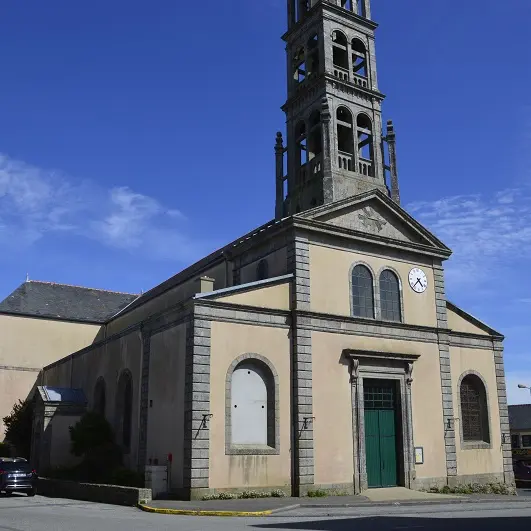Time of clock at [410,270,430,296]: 4:37
